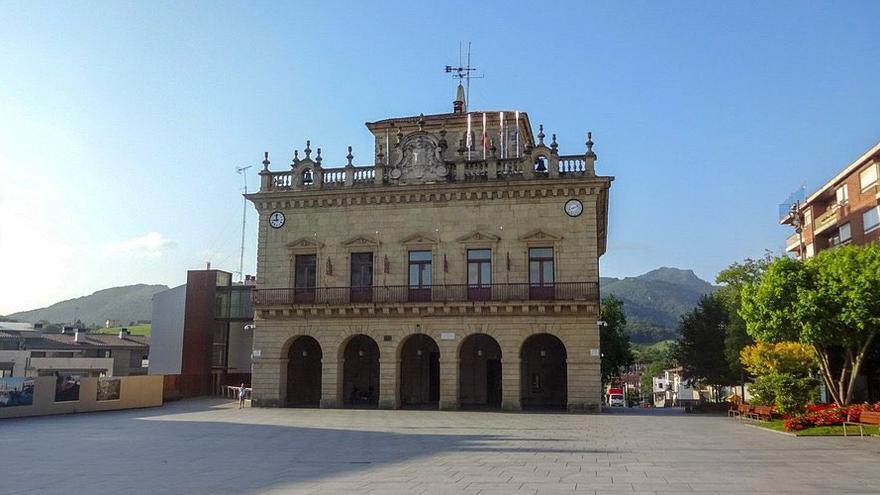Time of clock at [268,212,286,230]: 8:58
